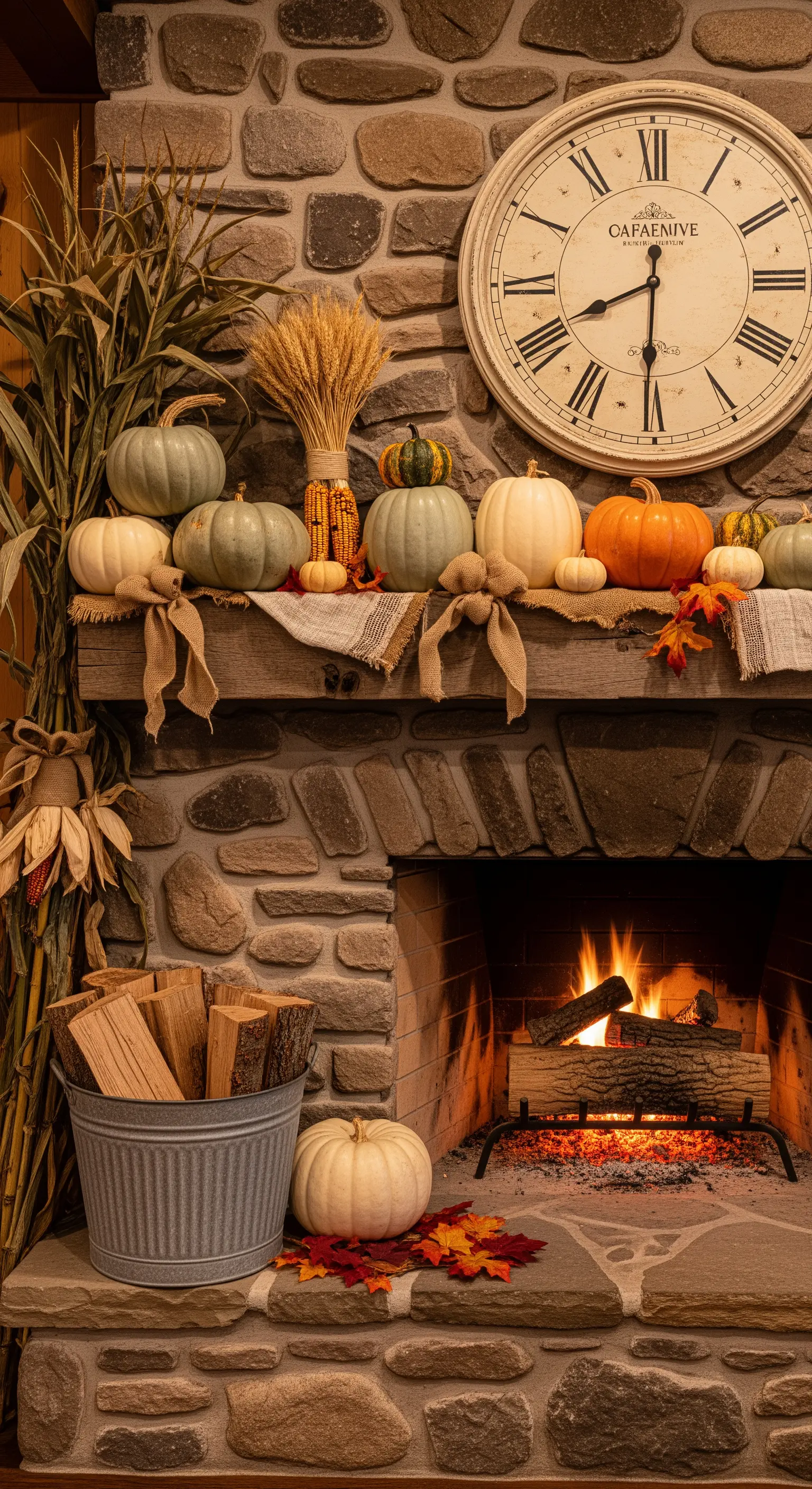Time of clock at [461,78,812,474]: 8:30
